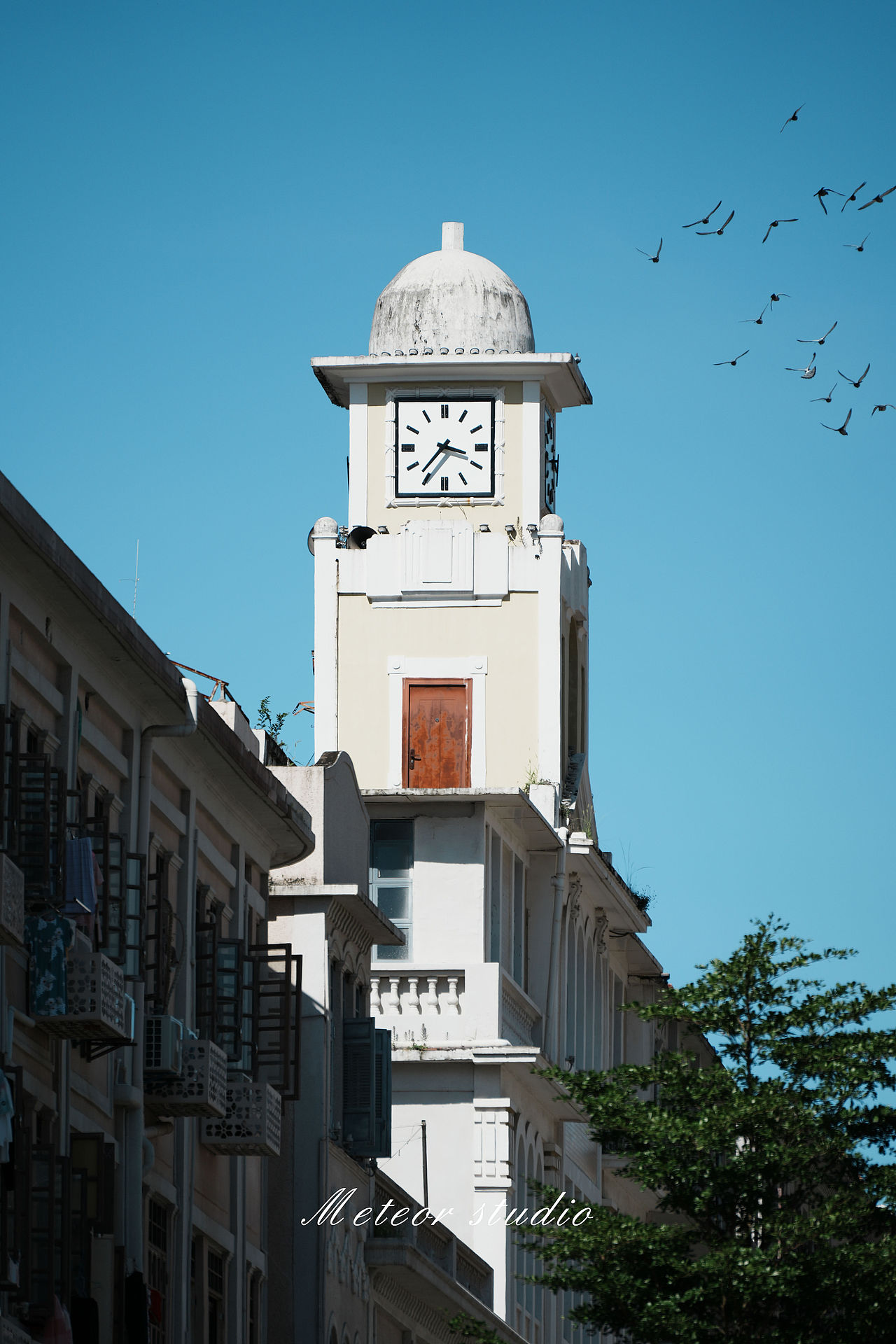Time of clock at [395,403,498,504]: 3:36
